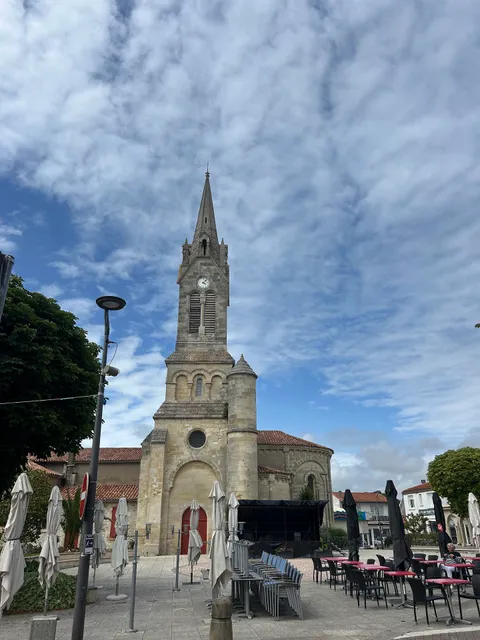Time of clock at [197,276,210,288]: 4:07
